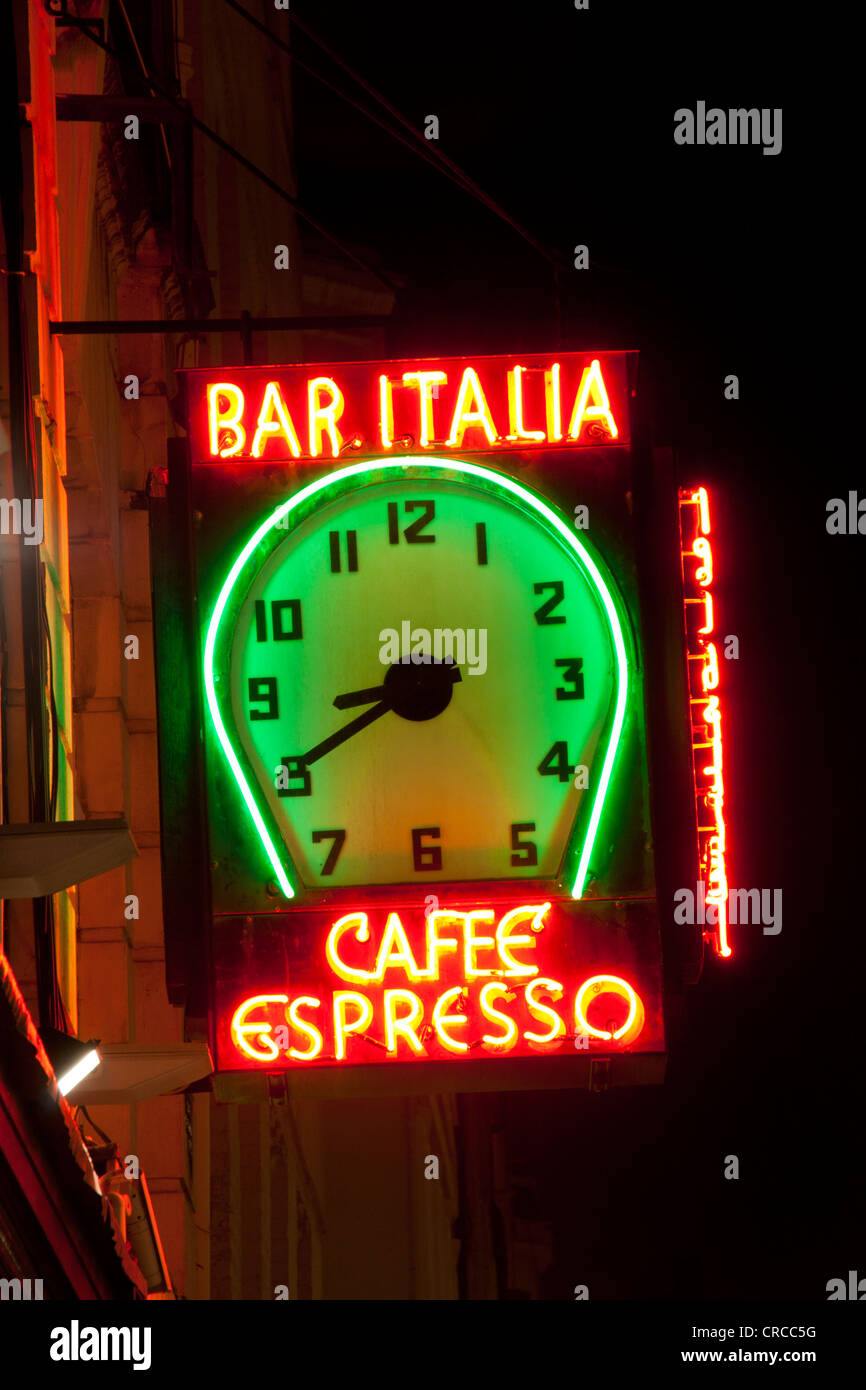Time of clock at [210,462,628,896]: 8:40
